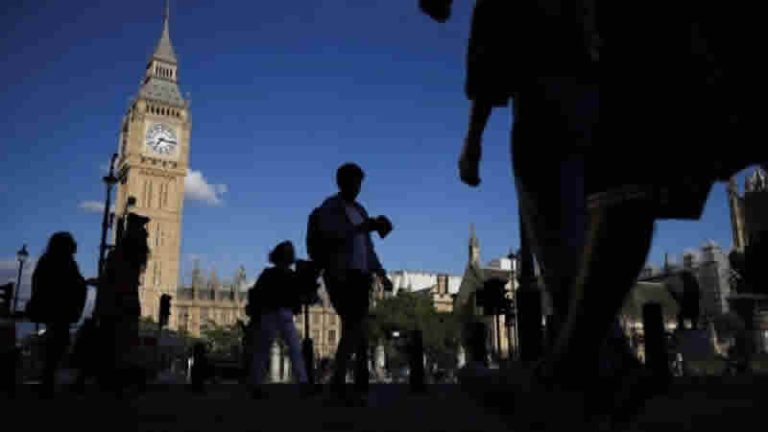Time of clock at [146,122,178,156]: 7:15
